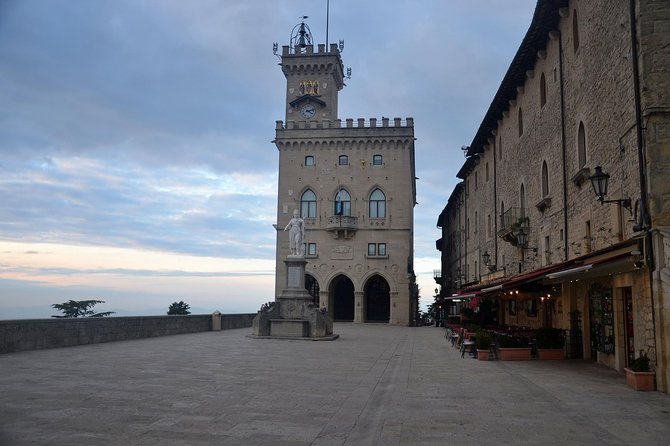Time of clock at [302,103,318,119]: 4:12
